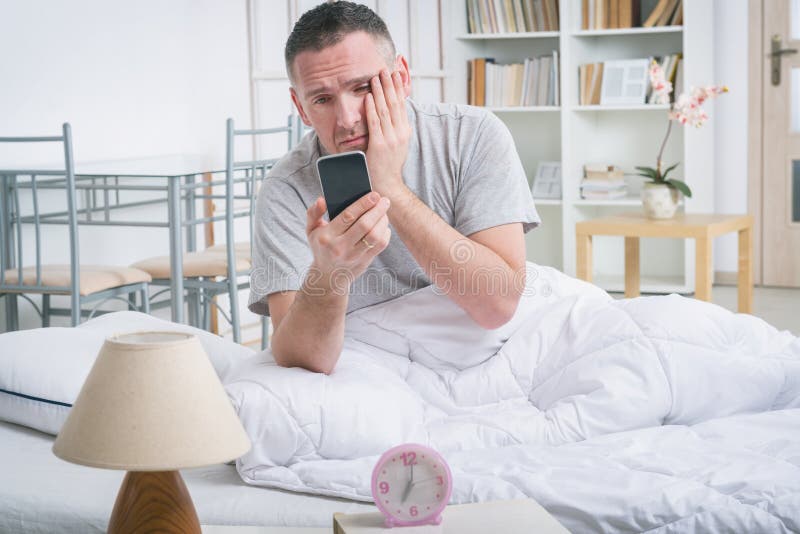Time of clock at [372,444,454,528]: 7:01
